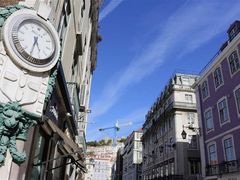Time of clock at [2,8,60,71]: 5:34
